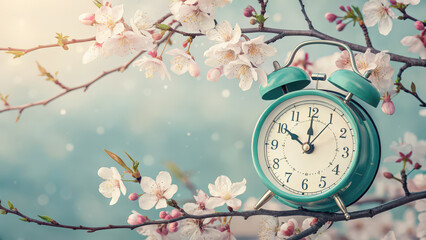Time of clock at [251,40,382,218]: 10:00
